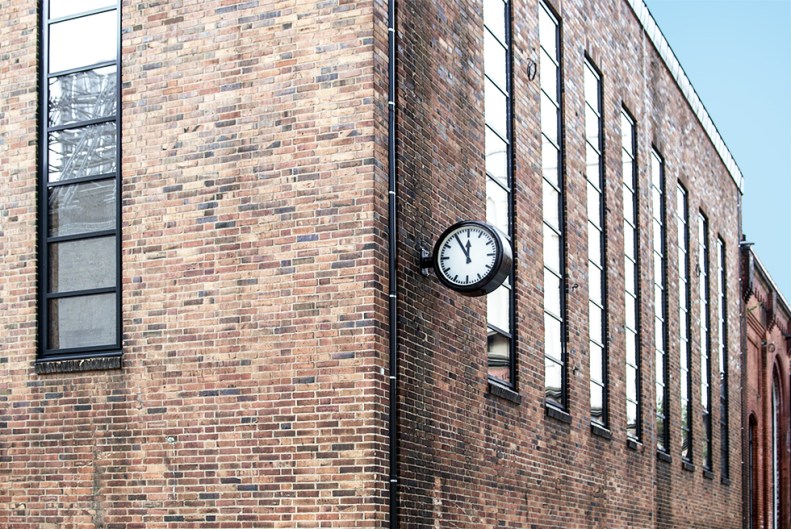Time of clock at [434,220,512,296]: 11:54
